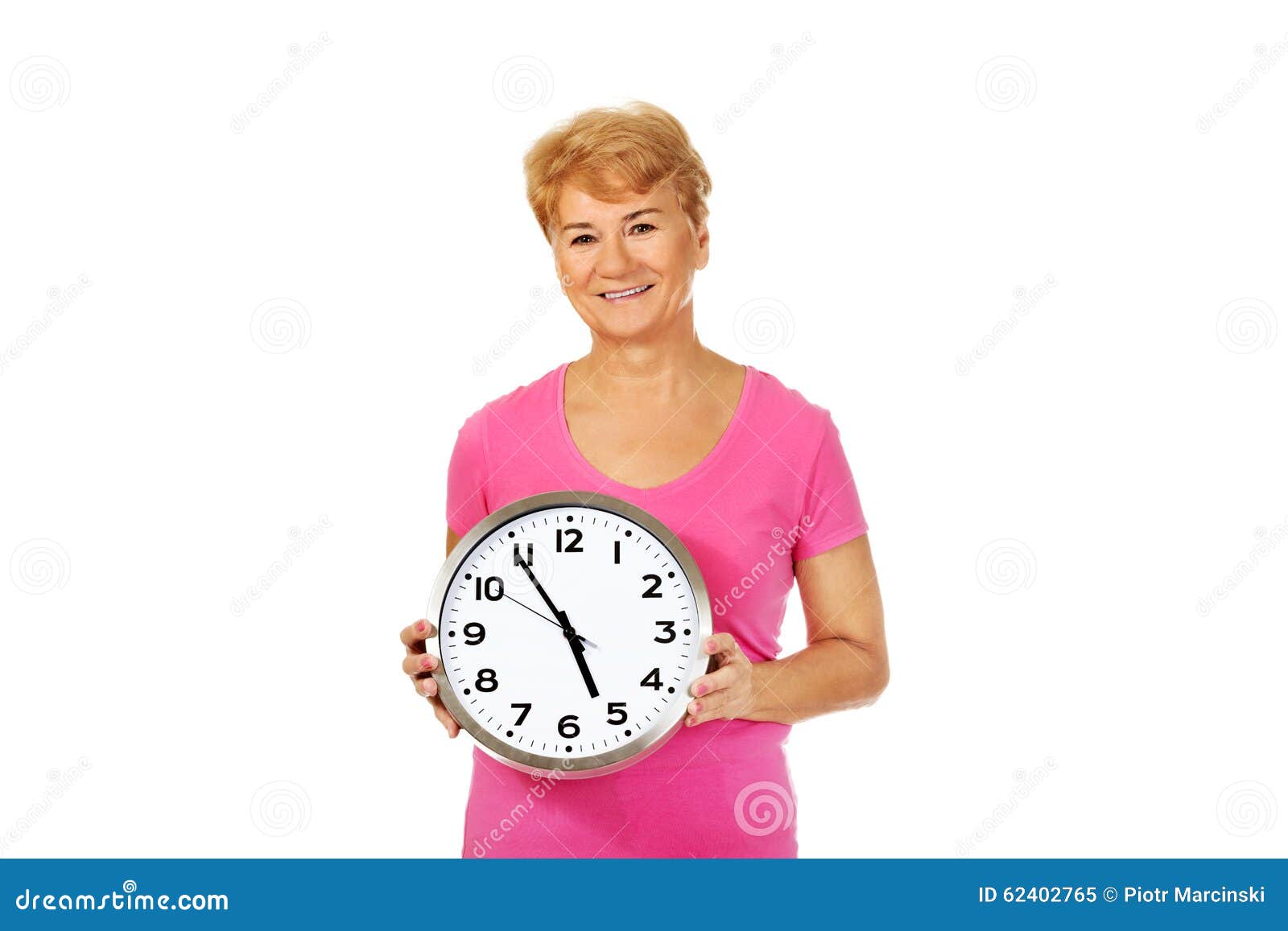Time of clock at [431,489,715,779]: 4:54
